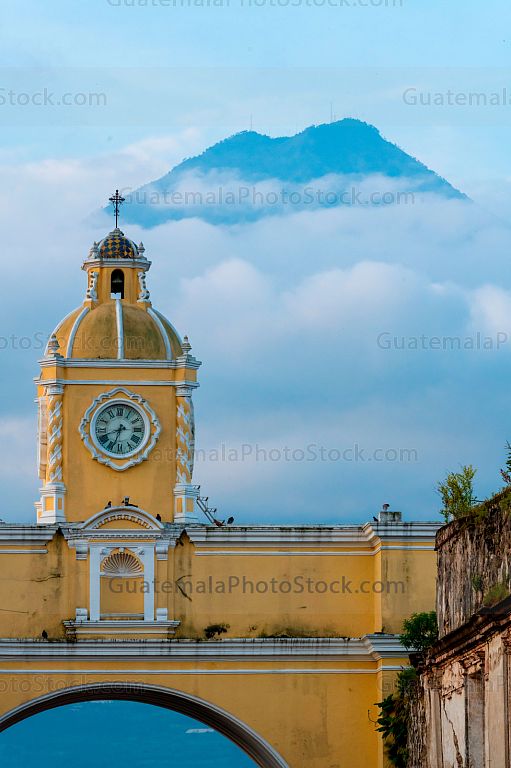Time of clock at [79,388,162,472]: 8:33
